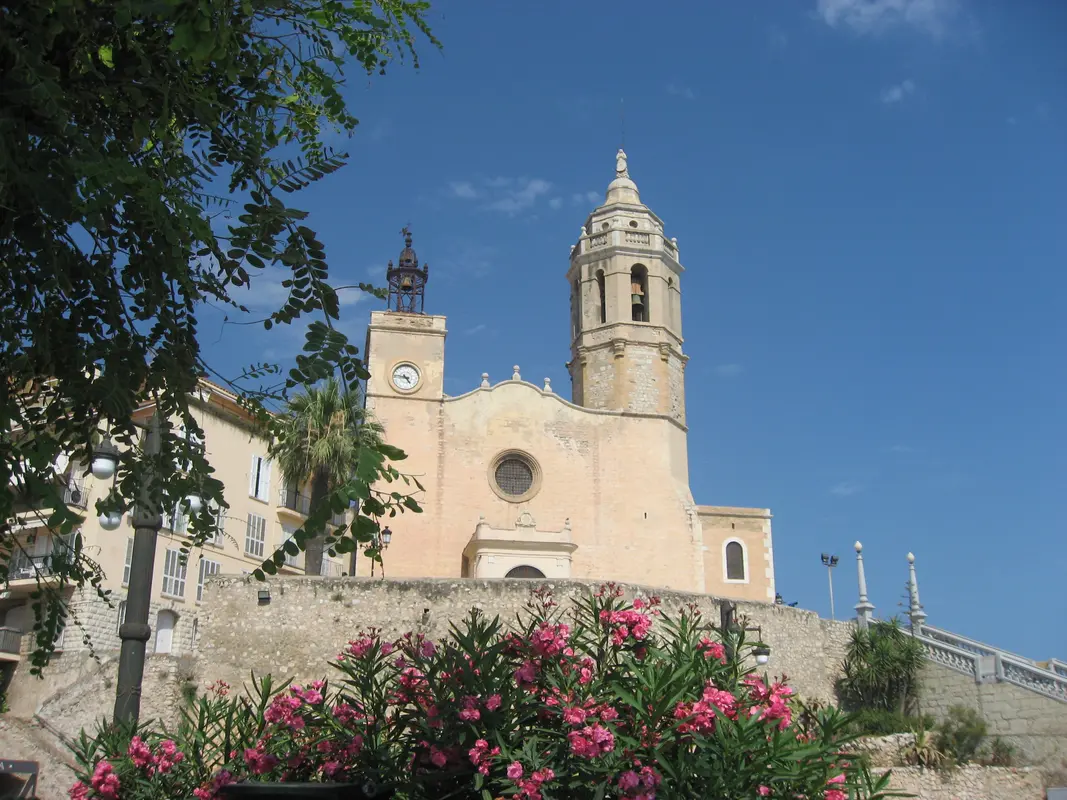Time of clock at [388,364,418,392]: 4:46
